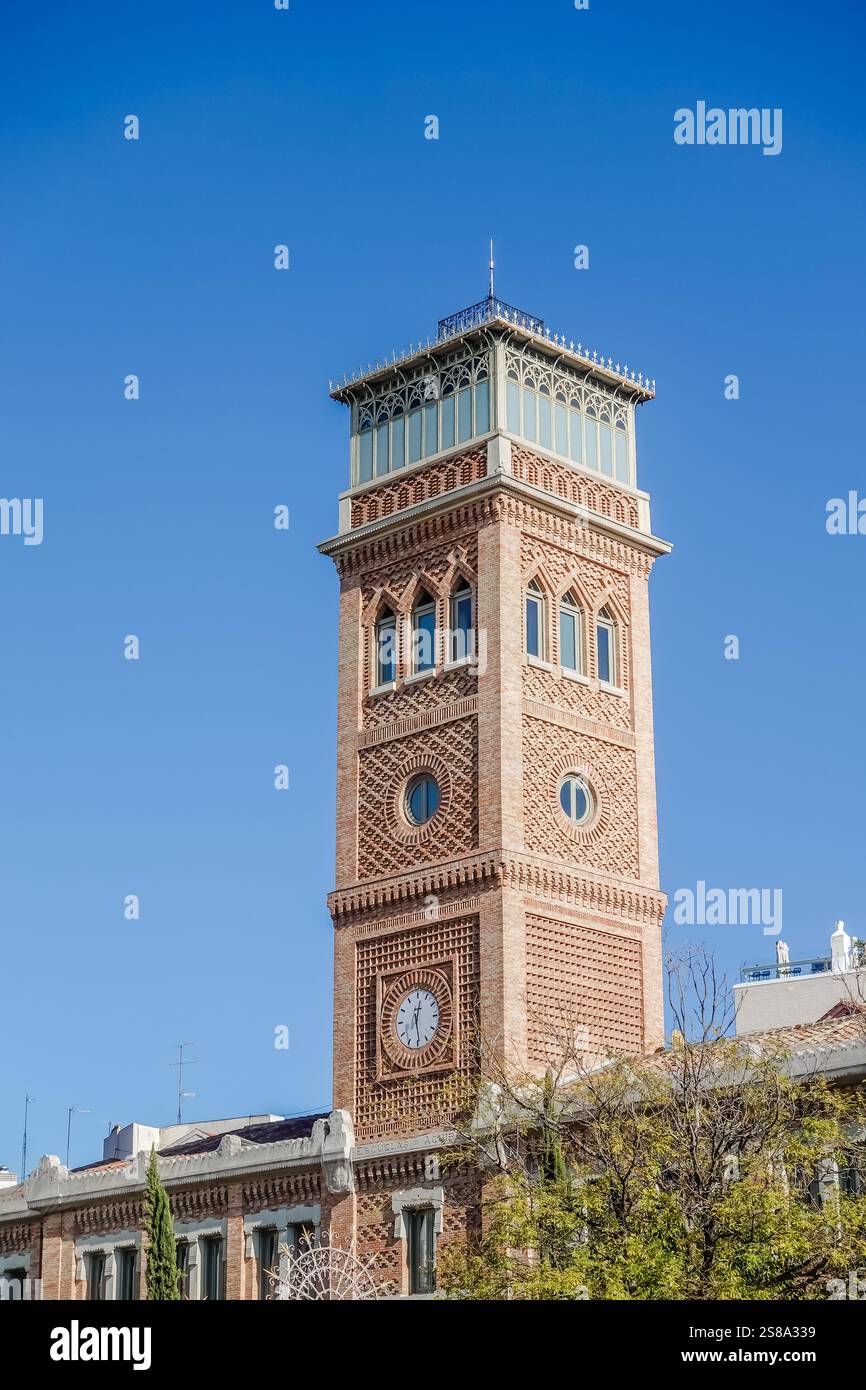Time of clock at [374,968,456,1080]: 12:28
